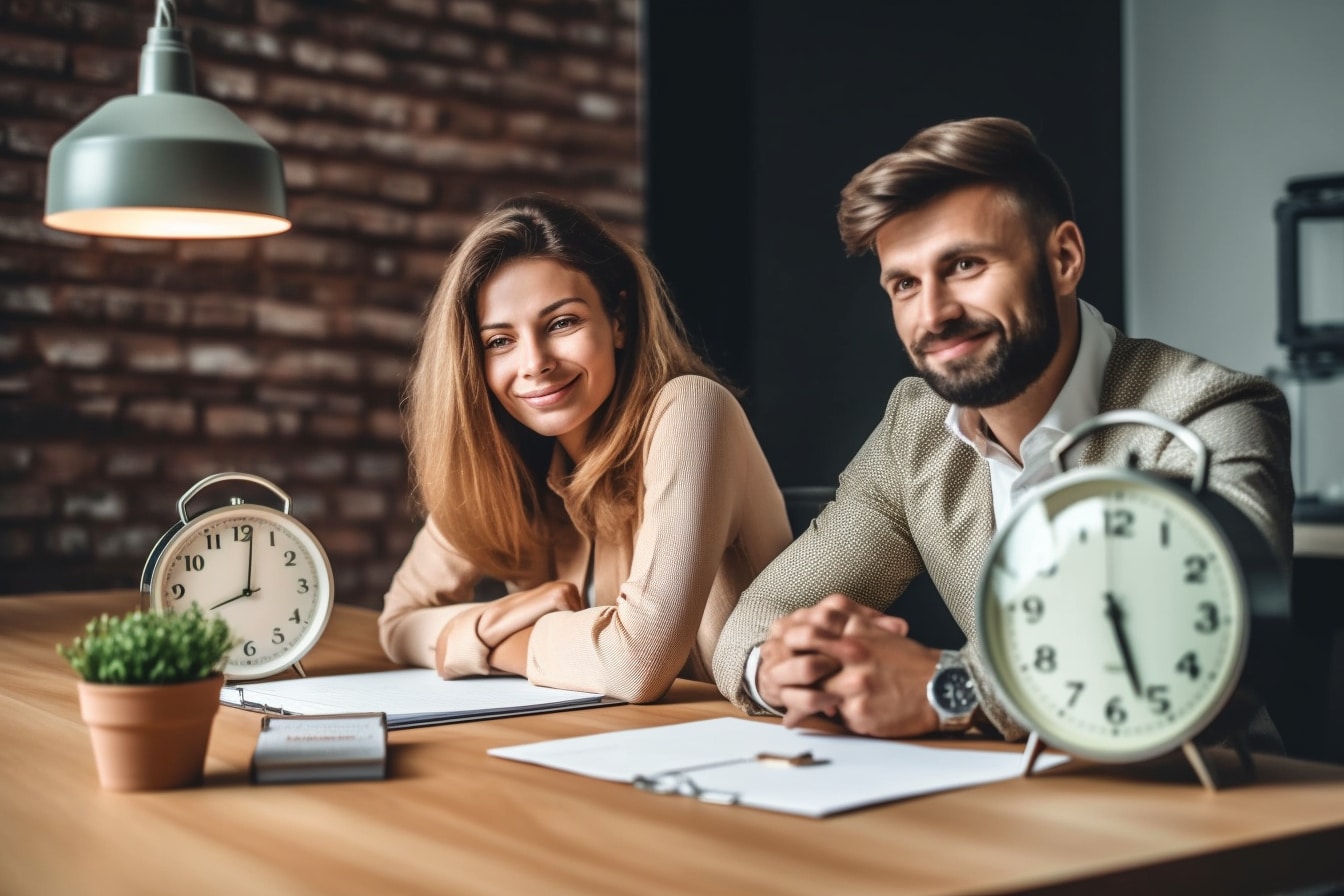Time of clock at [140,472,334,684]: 8:01
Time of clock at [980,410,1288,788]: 5:26
